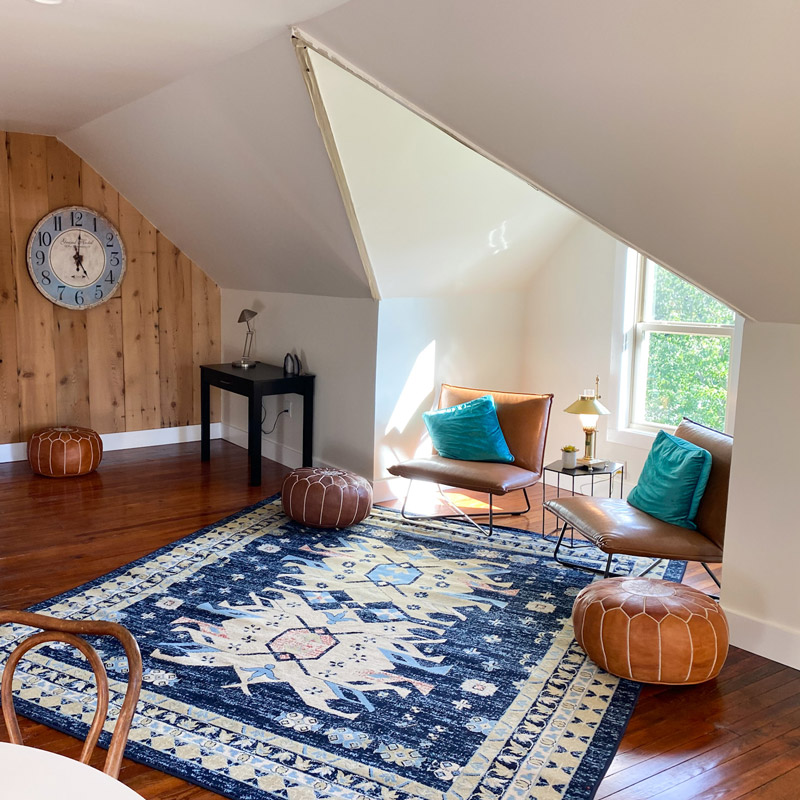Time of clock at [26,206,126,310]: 5:01
